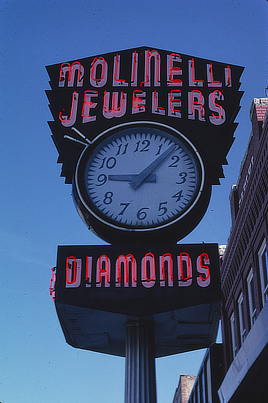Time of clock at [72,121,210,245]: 9:07
